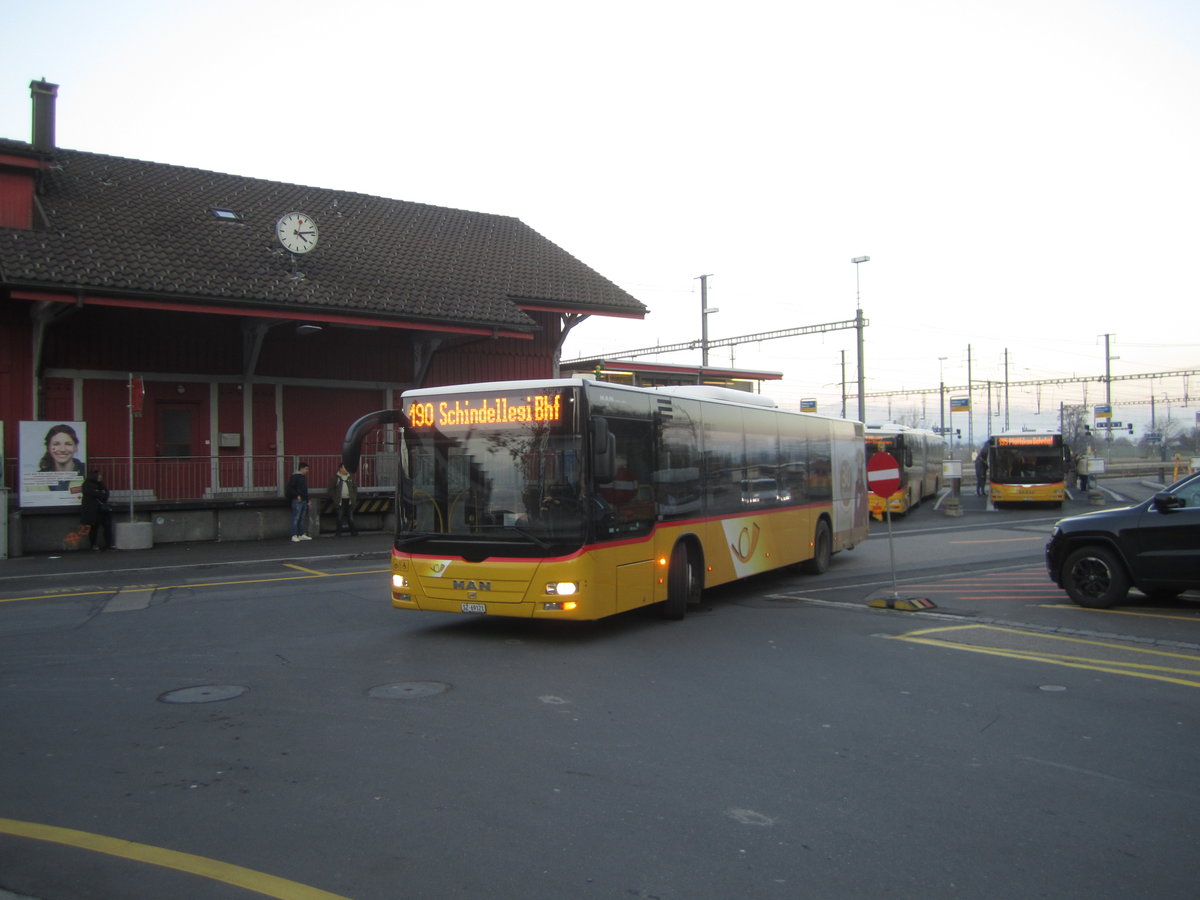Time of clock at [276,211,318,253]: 4:13
